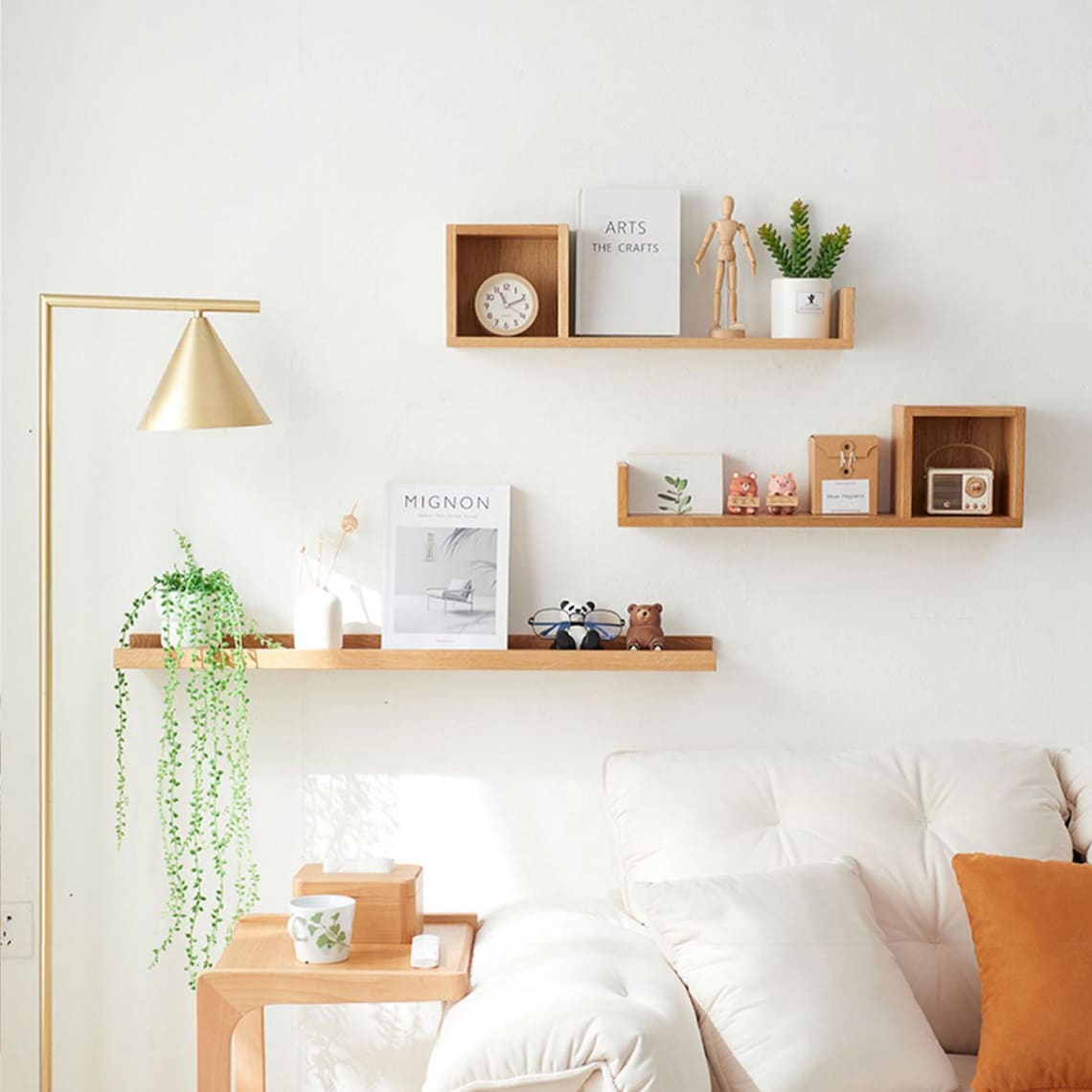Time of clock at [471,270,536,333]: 11:11
